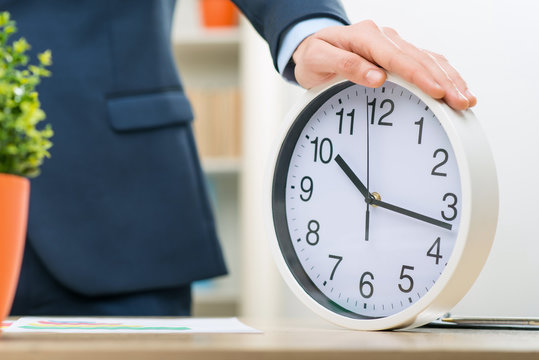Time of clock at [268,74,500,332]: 10:16
